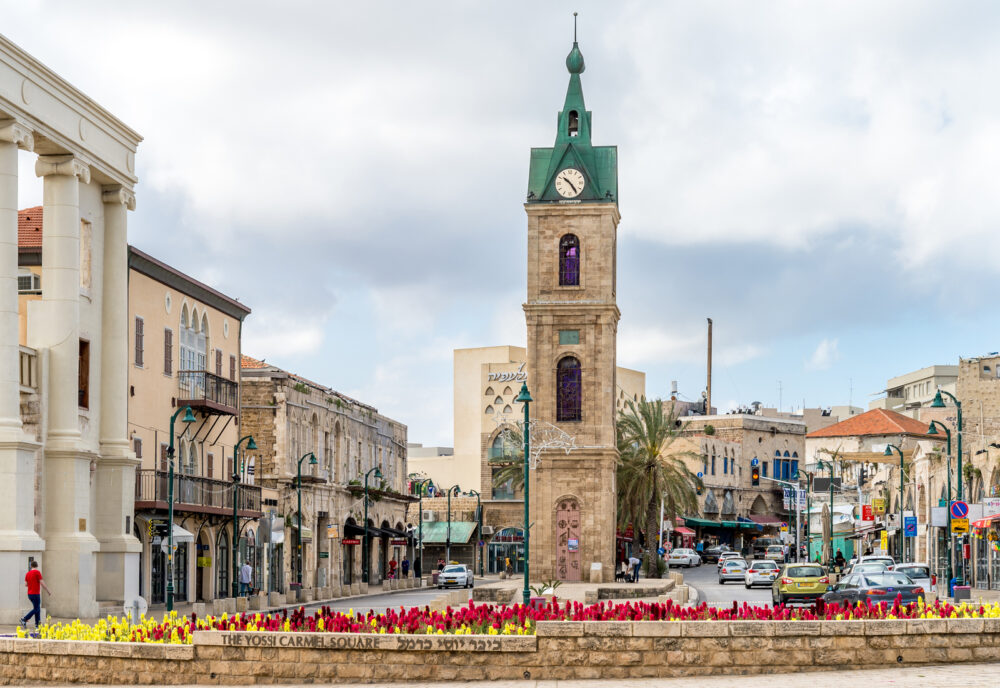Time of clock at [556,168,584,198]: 10:24
